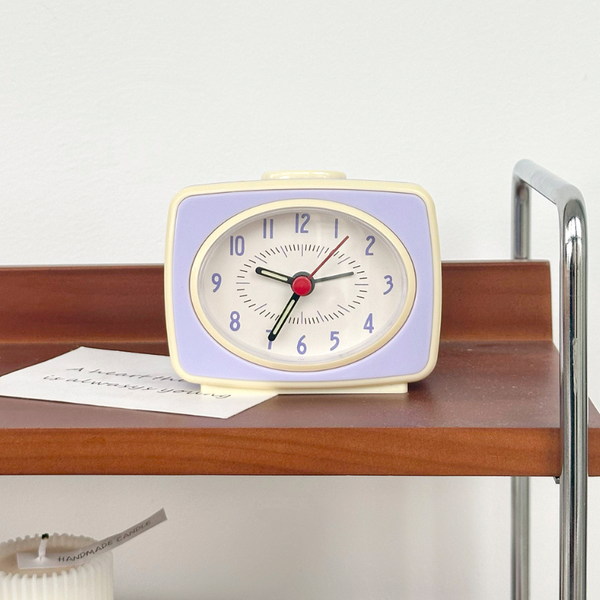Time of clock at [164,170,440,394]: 9:34
